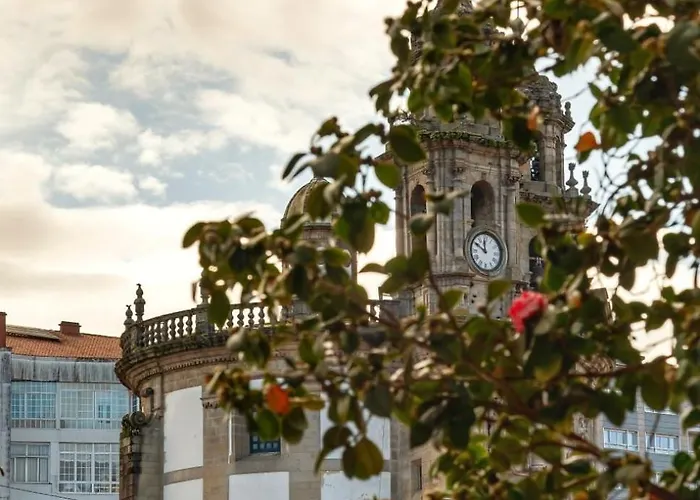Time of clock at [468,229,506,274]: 11:50
